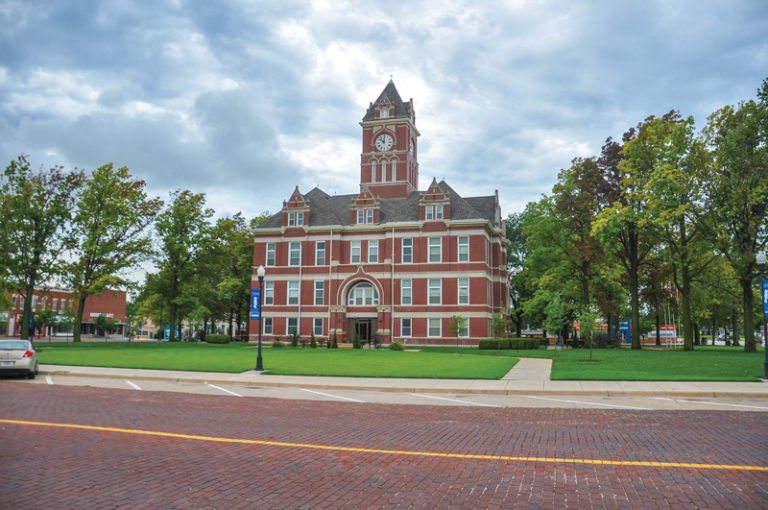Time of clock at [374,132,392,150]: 11:52
